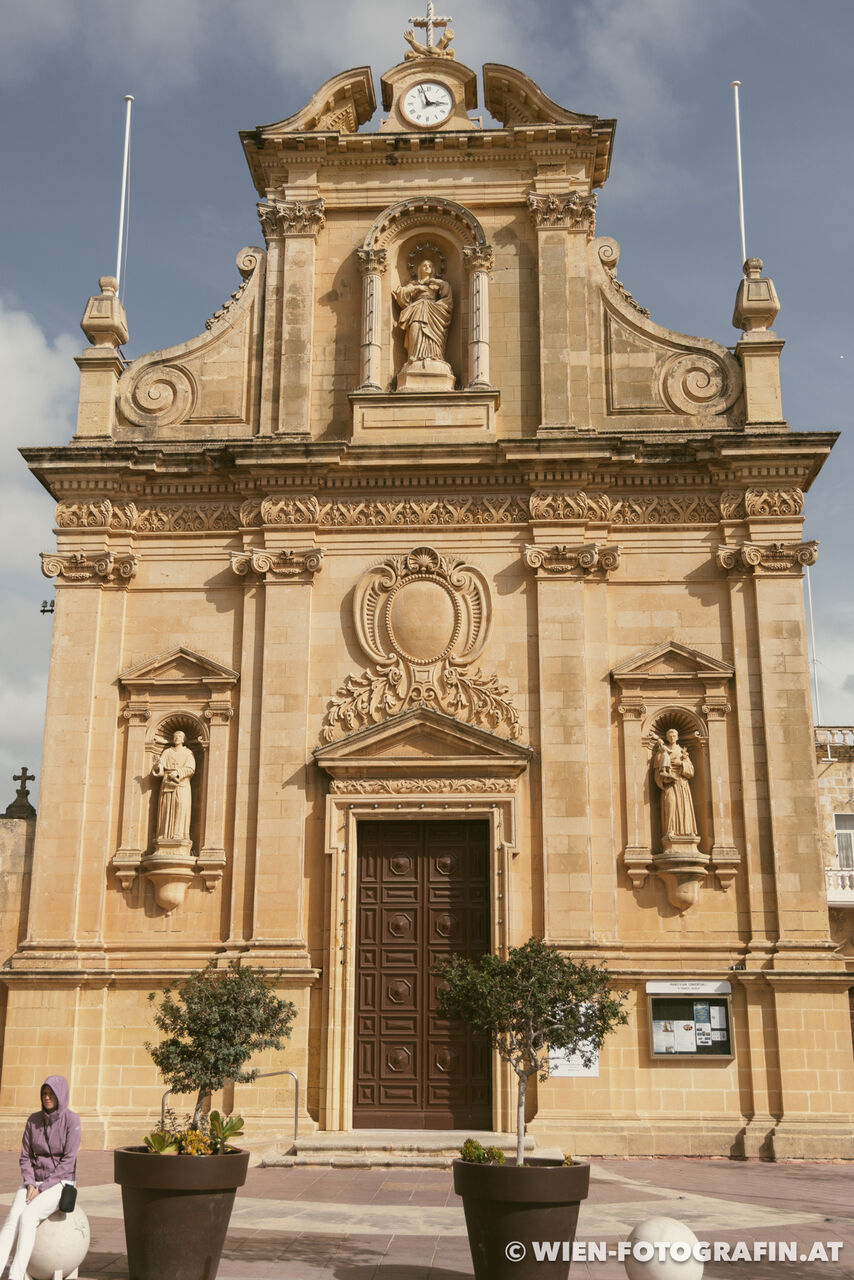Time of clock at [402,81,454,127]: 2:56
